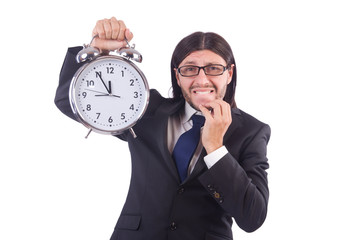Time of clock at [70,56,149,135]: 11:54
